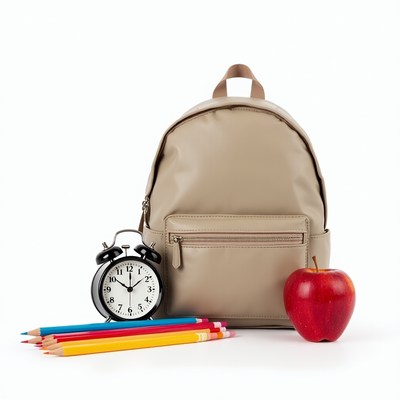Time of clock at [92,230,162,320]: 10:08
